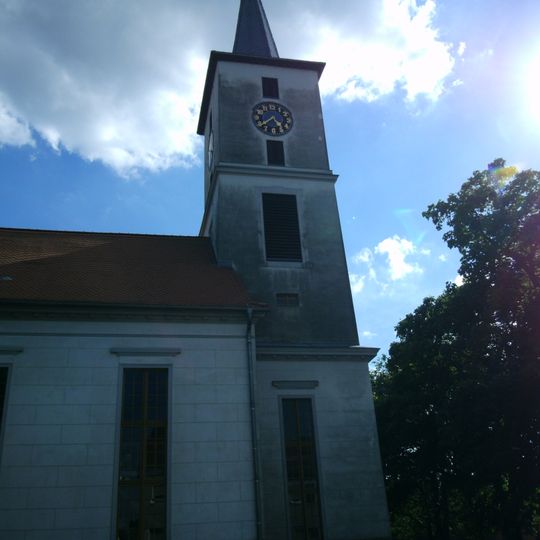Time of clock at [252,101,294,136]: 4:38
